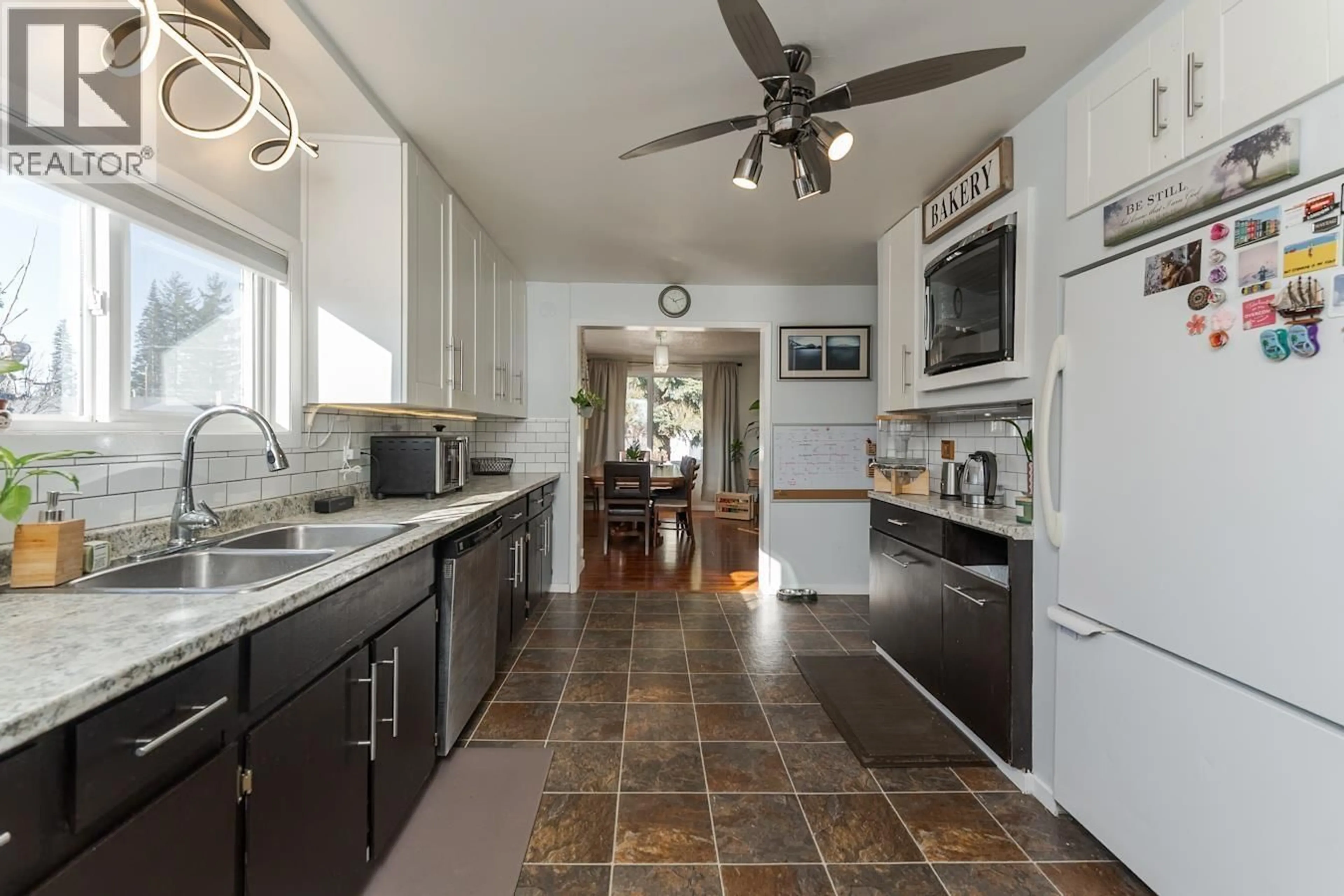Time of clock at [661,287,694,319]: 10:11
